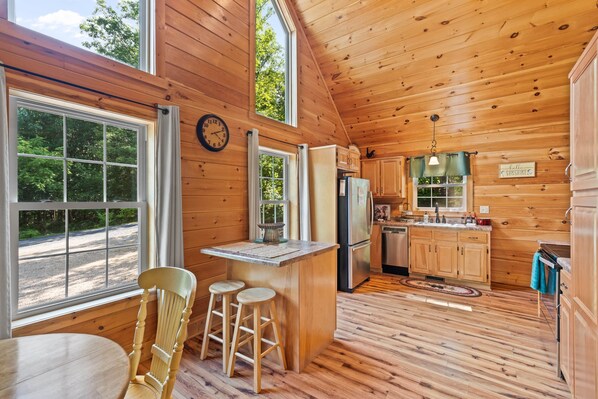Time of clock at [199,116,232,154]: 4:11
